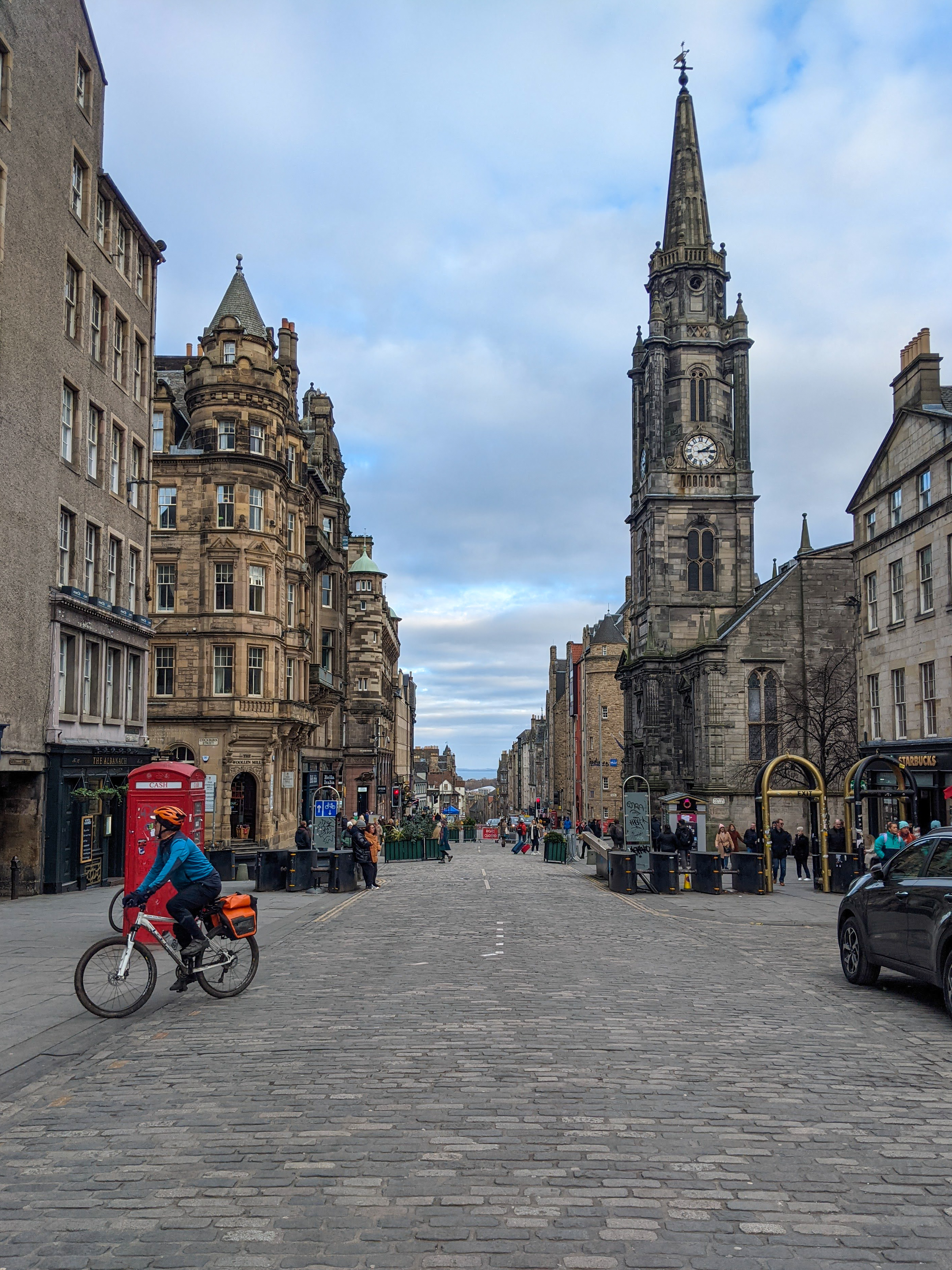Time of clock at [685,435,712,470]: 2:14
